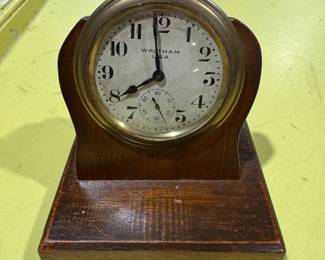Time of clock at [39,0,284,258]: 7:58
